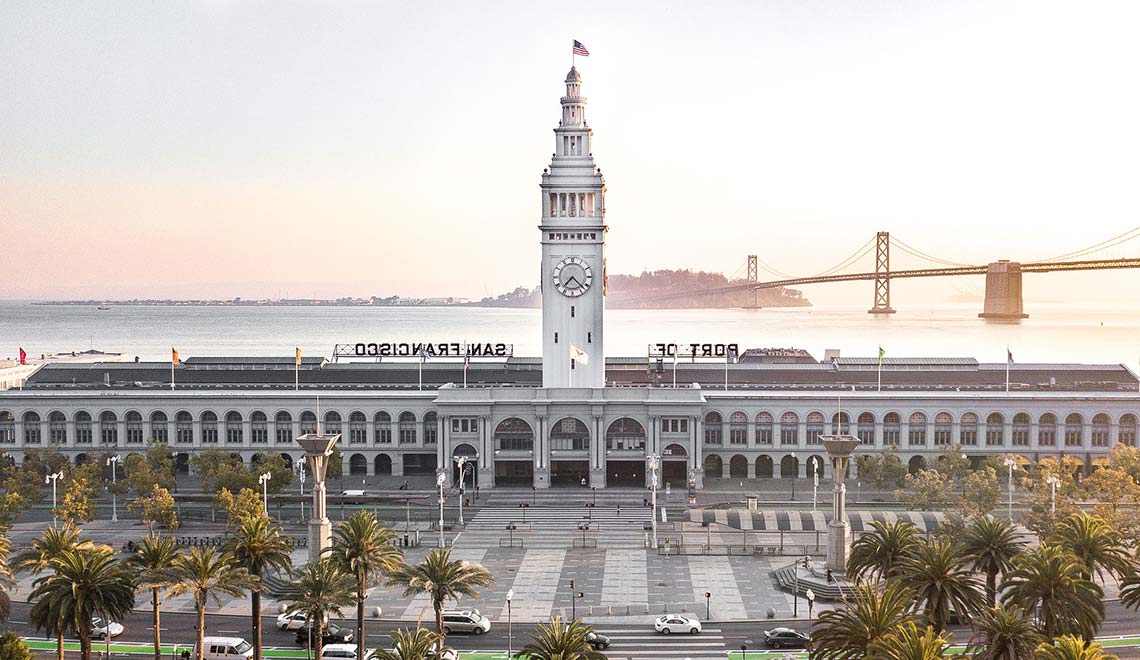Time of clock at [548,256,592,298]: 7:22
